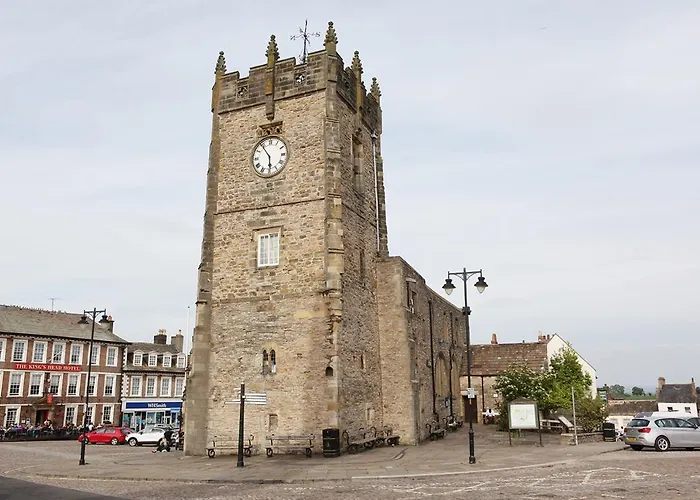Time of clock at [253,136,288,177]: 5:54
